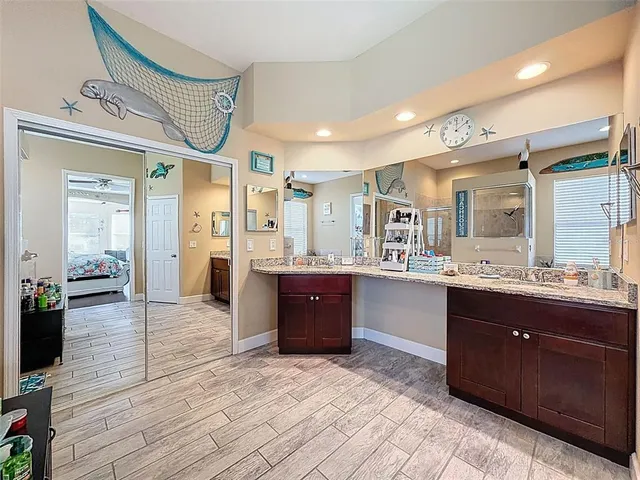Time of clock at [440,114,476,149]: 12:09
